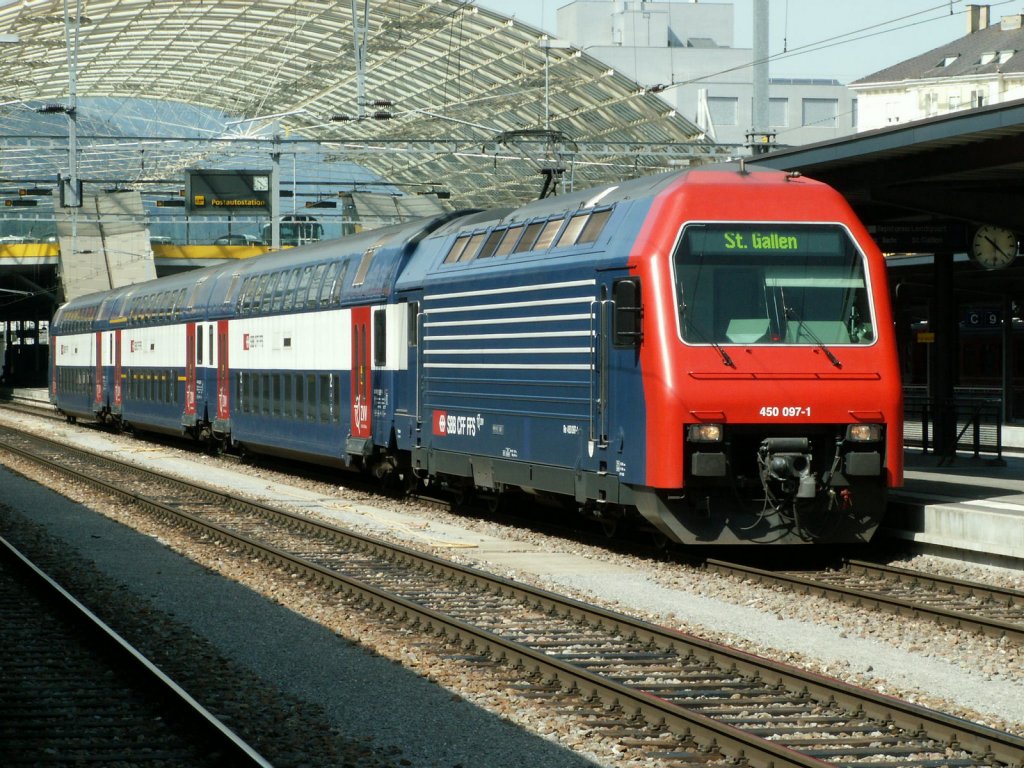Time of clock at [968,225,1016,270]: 10:22
